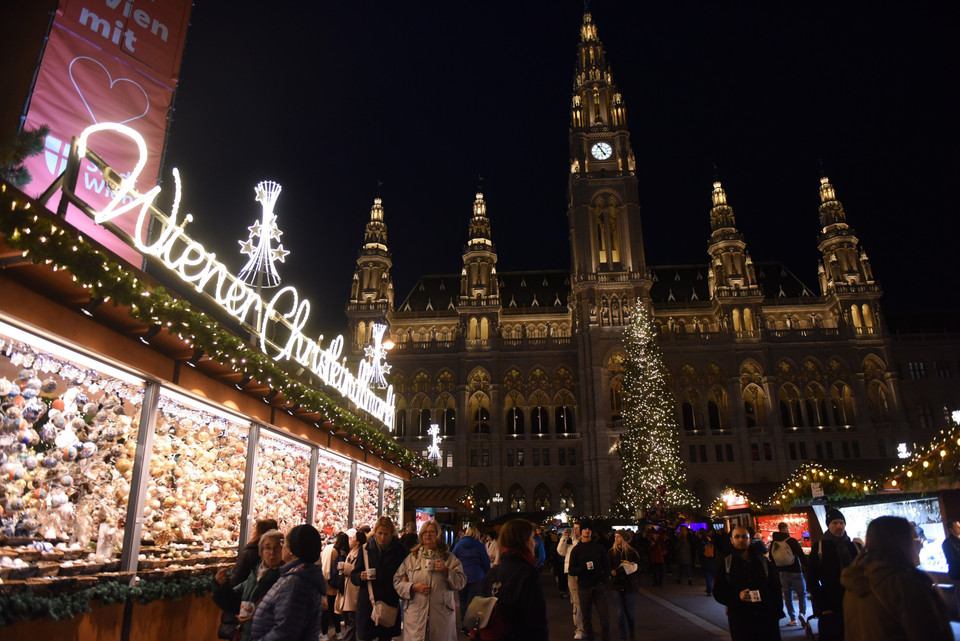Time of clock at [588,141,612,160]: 4:54
